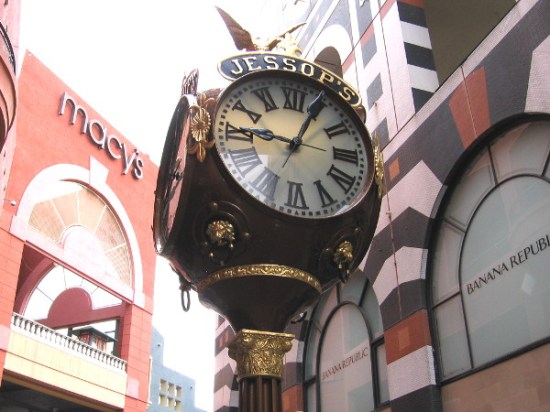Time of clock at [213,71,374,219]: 9:05
